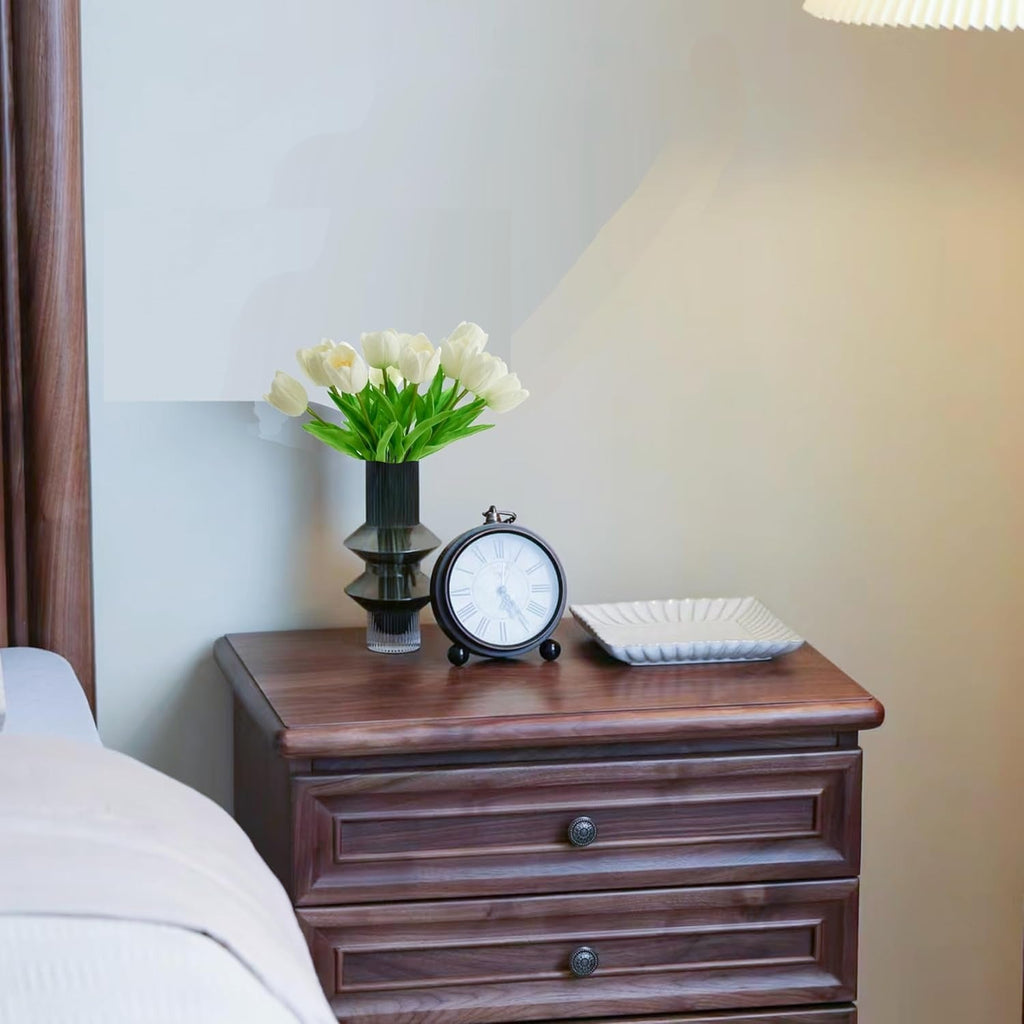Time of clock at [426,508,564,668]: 12:24
